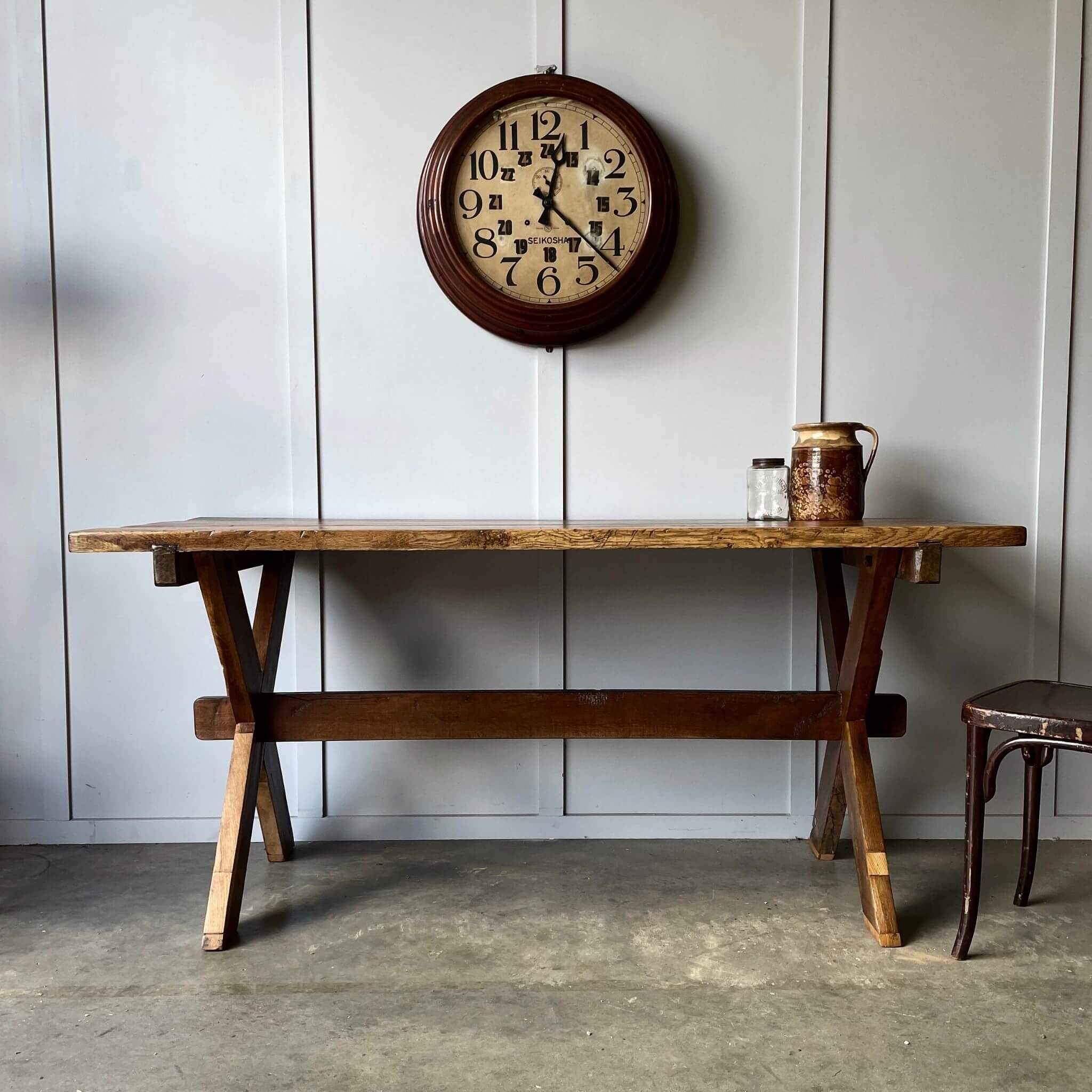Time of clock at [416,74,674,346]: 12:22
